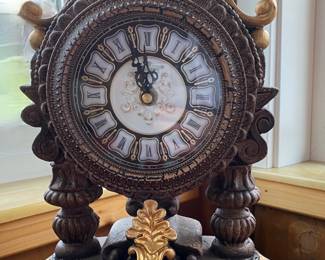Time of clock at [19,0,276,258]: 11:55
